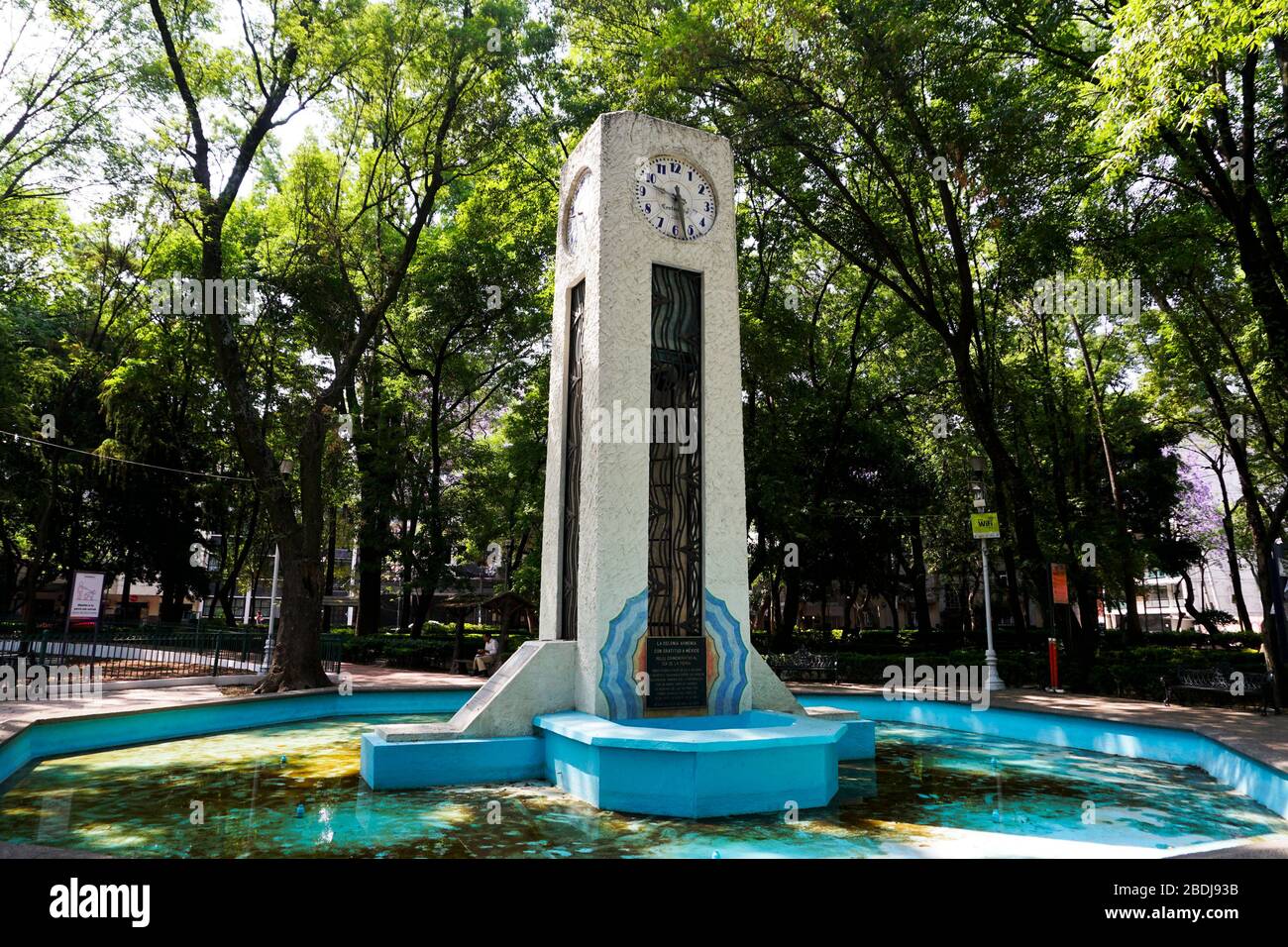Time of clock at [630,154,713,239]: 9:28
